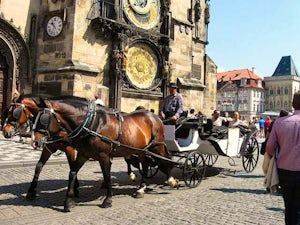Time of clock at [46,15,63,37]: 10:34
